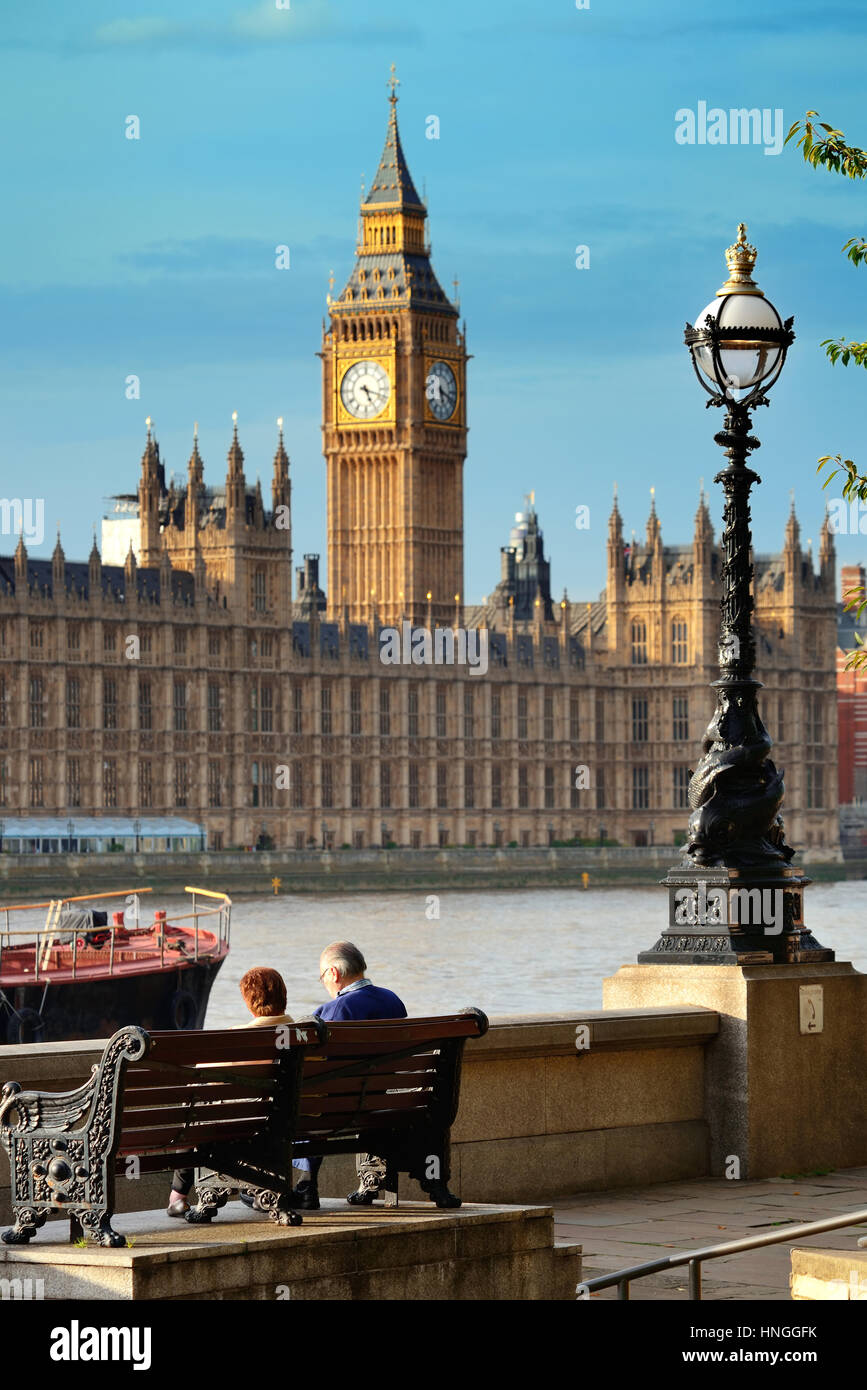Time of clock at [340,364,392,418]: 5:18
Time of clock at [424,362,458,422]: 5:18
